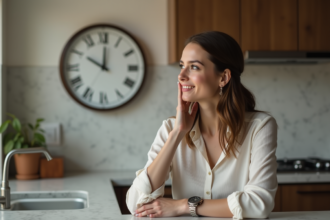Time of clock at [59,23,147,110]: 10:00
